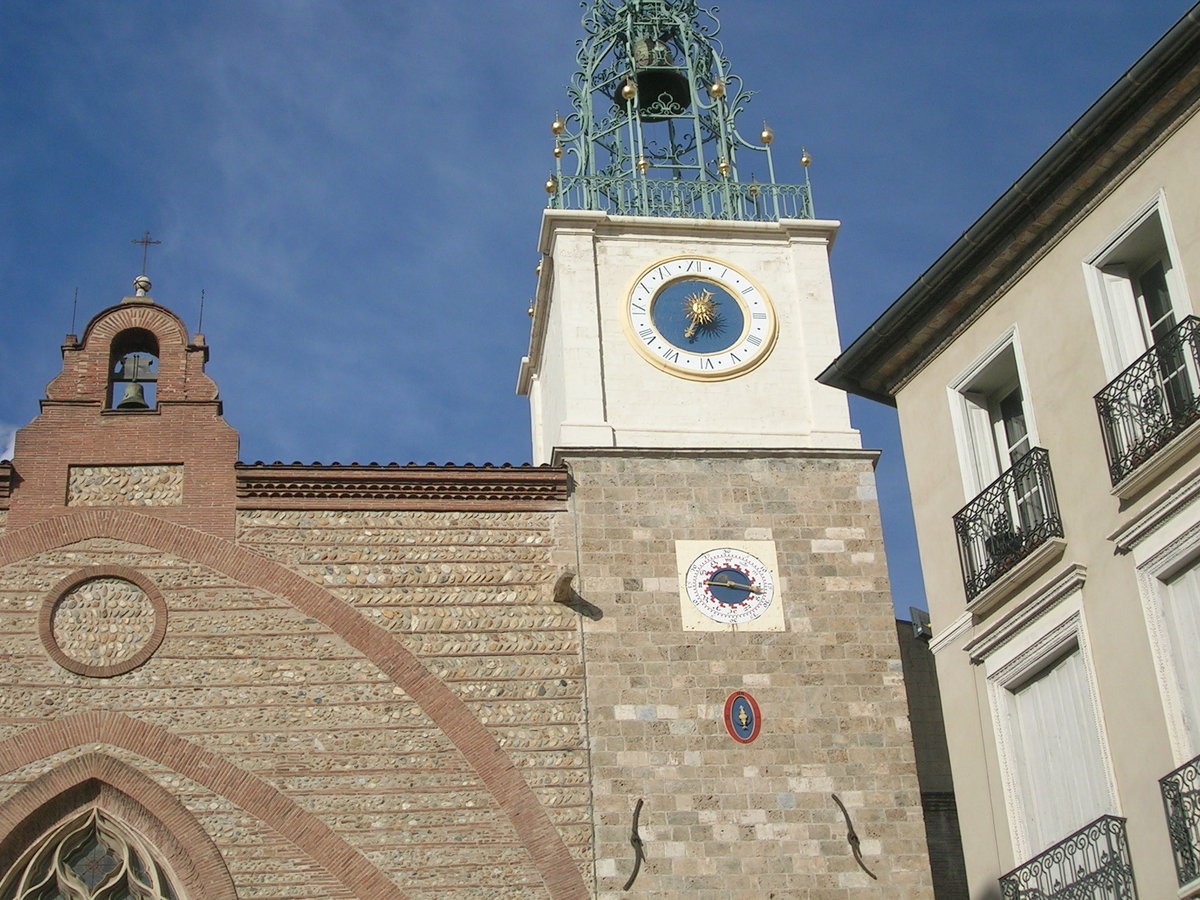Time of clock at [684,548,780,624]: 9:17
